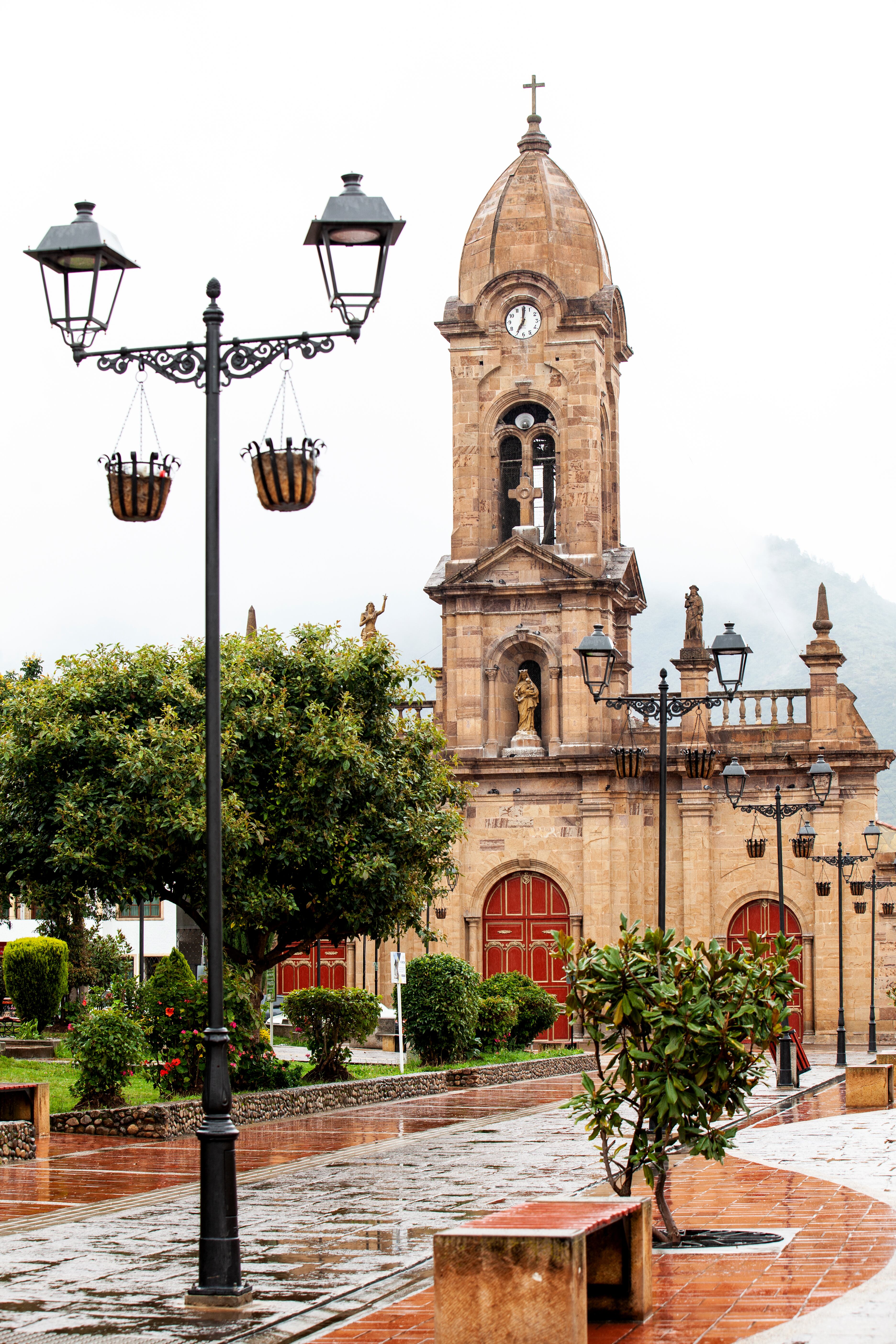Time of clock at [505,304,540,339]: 7:00
